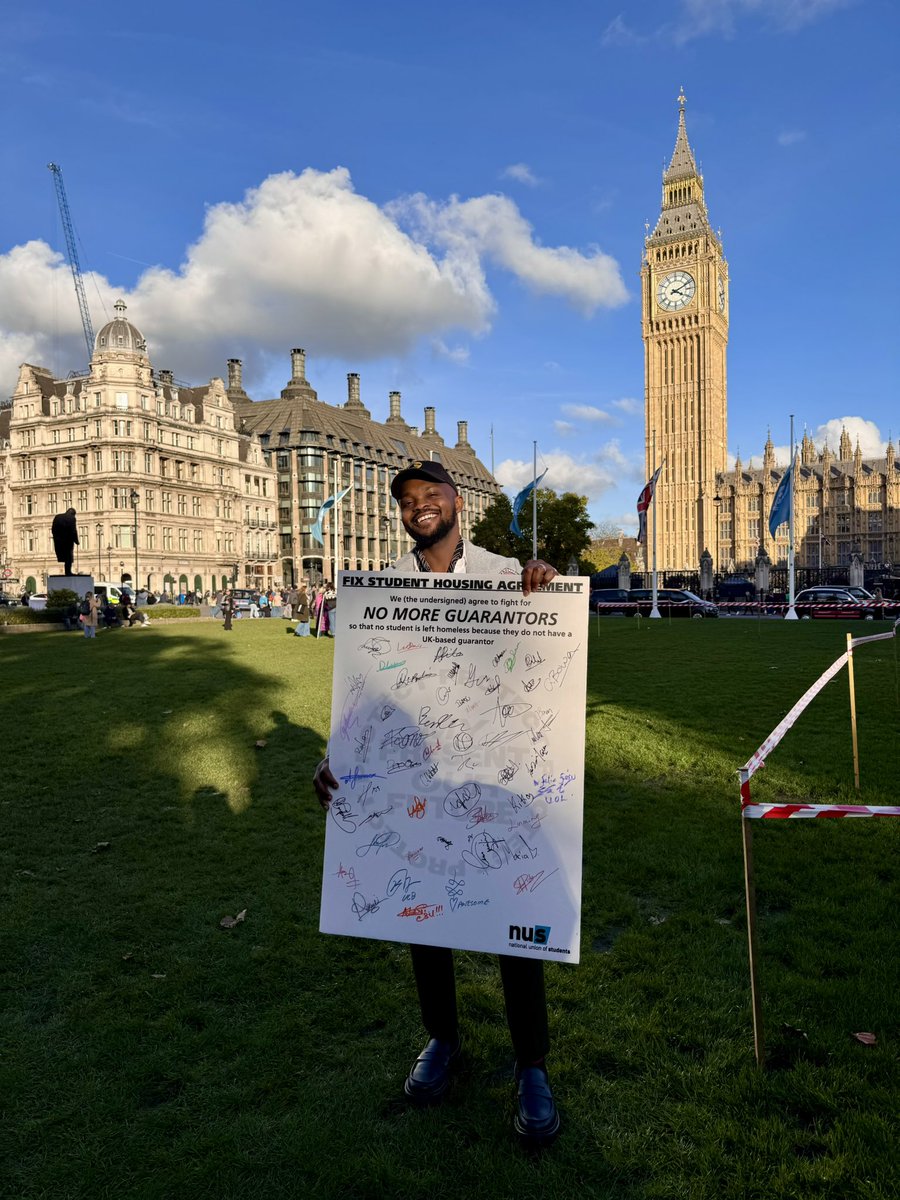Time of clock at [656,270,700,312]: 4:10
